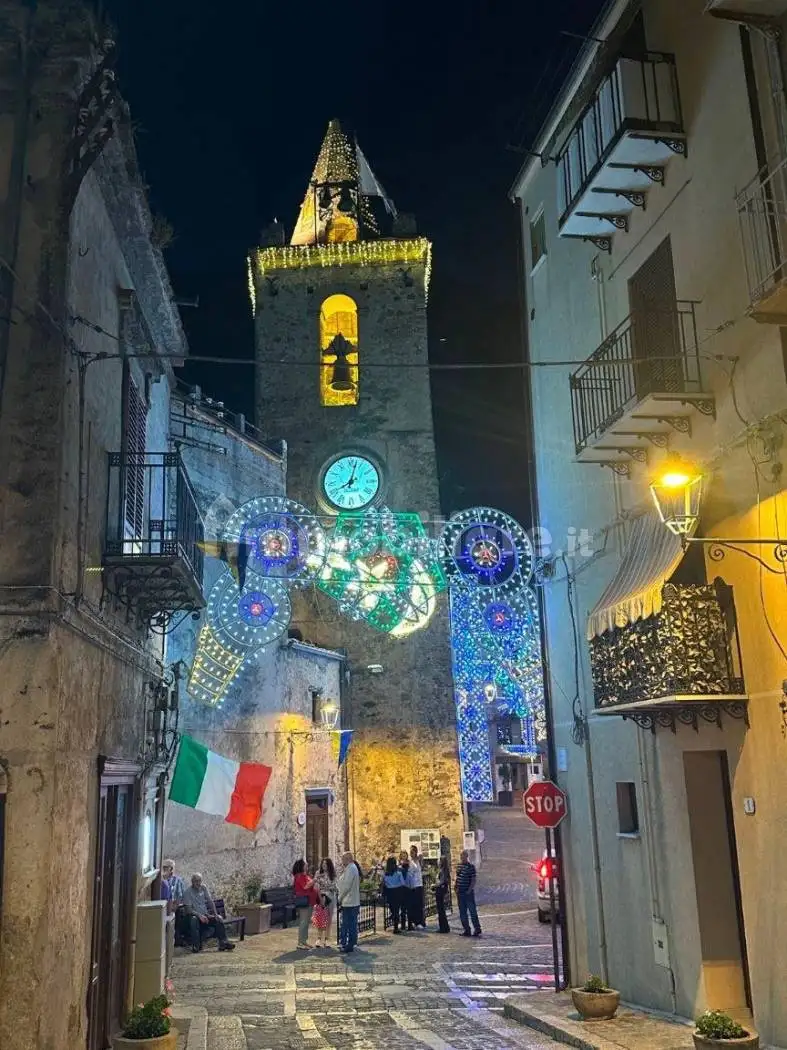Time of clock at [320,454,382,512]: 8:02
